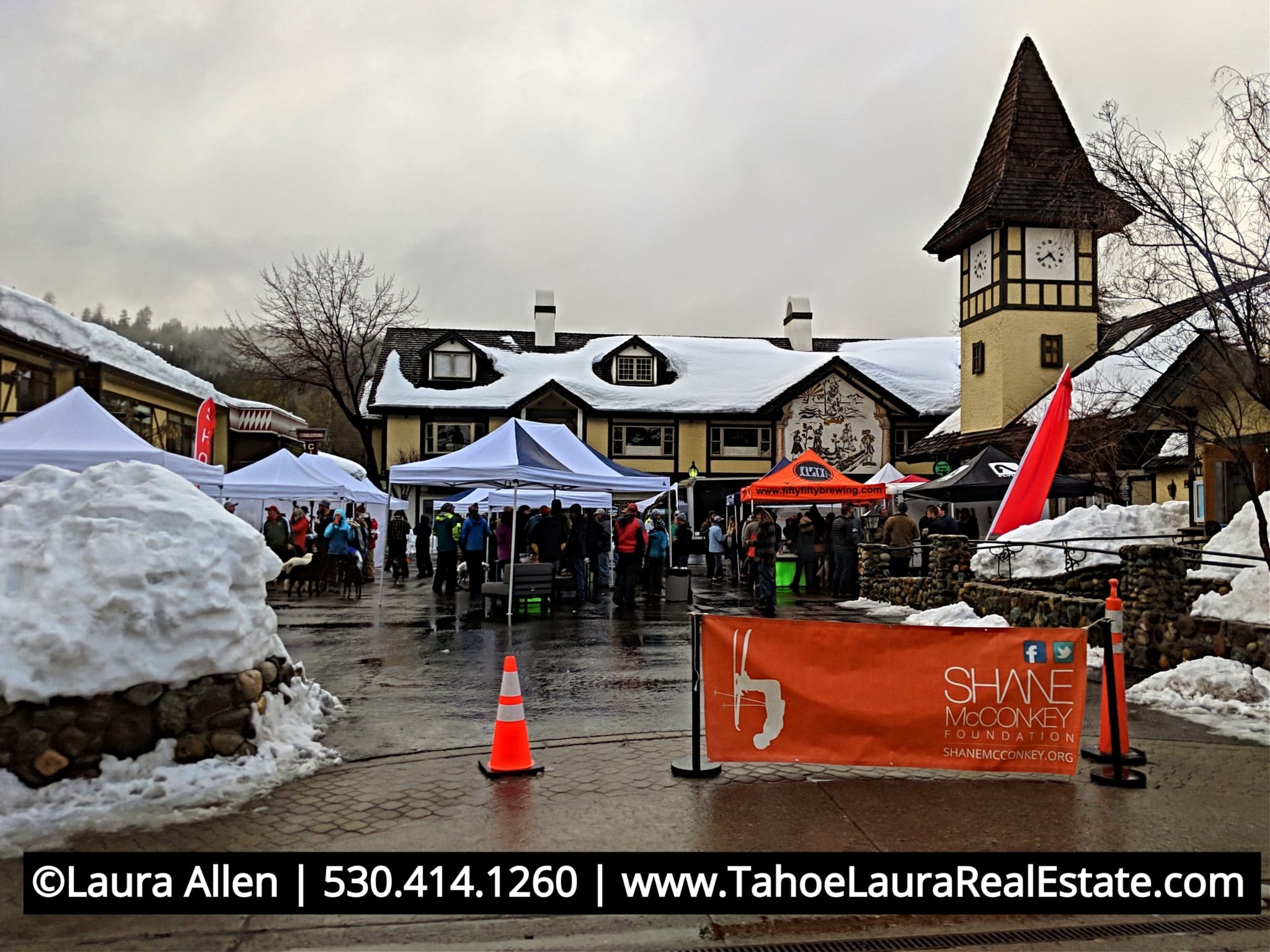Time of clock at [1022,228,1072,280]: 4:38
